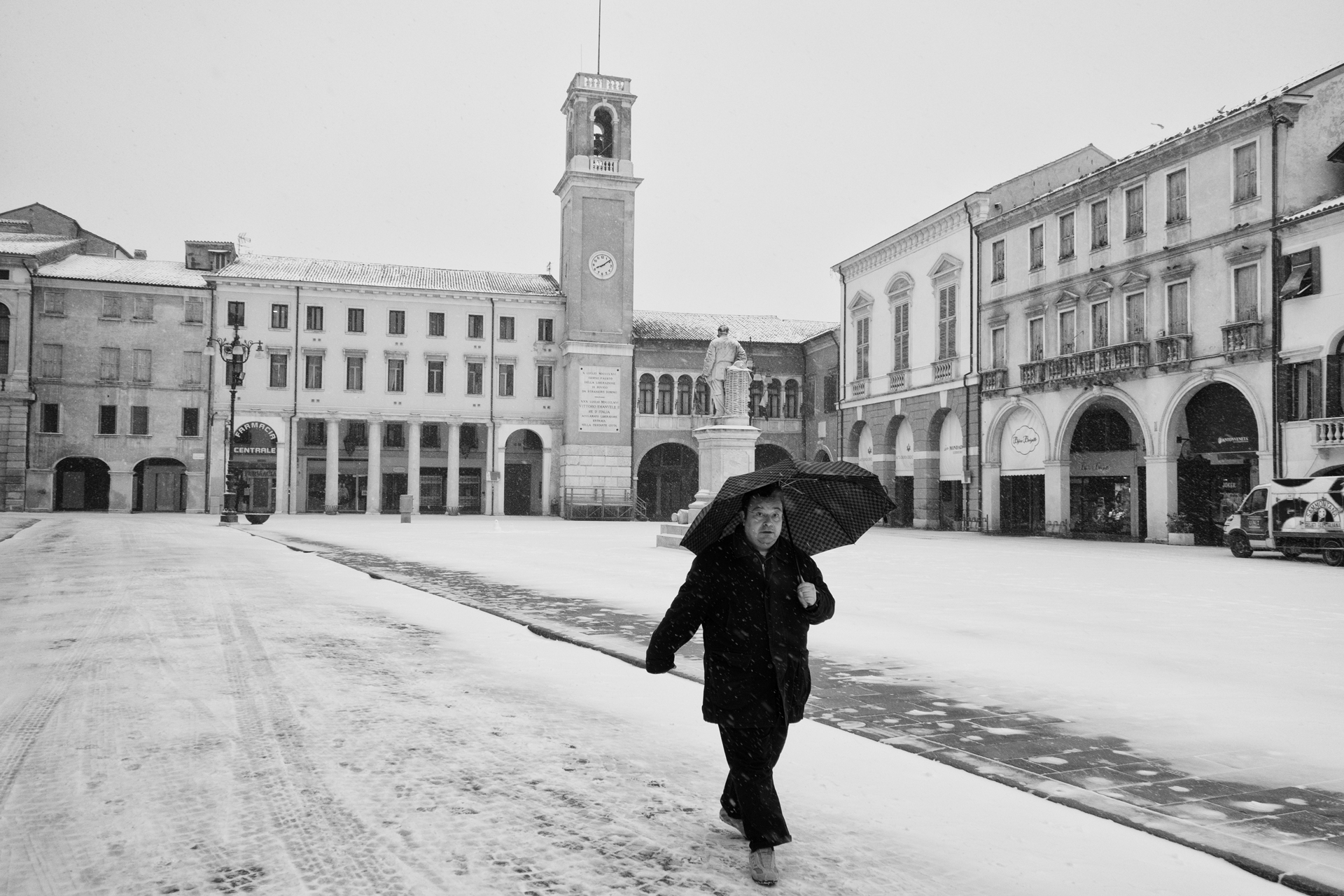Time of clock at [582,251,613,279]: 8:09
